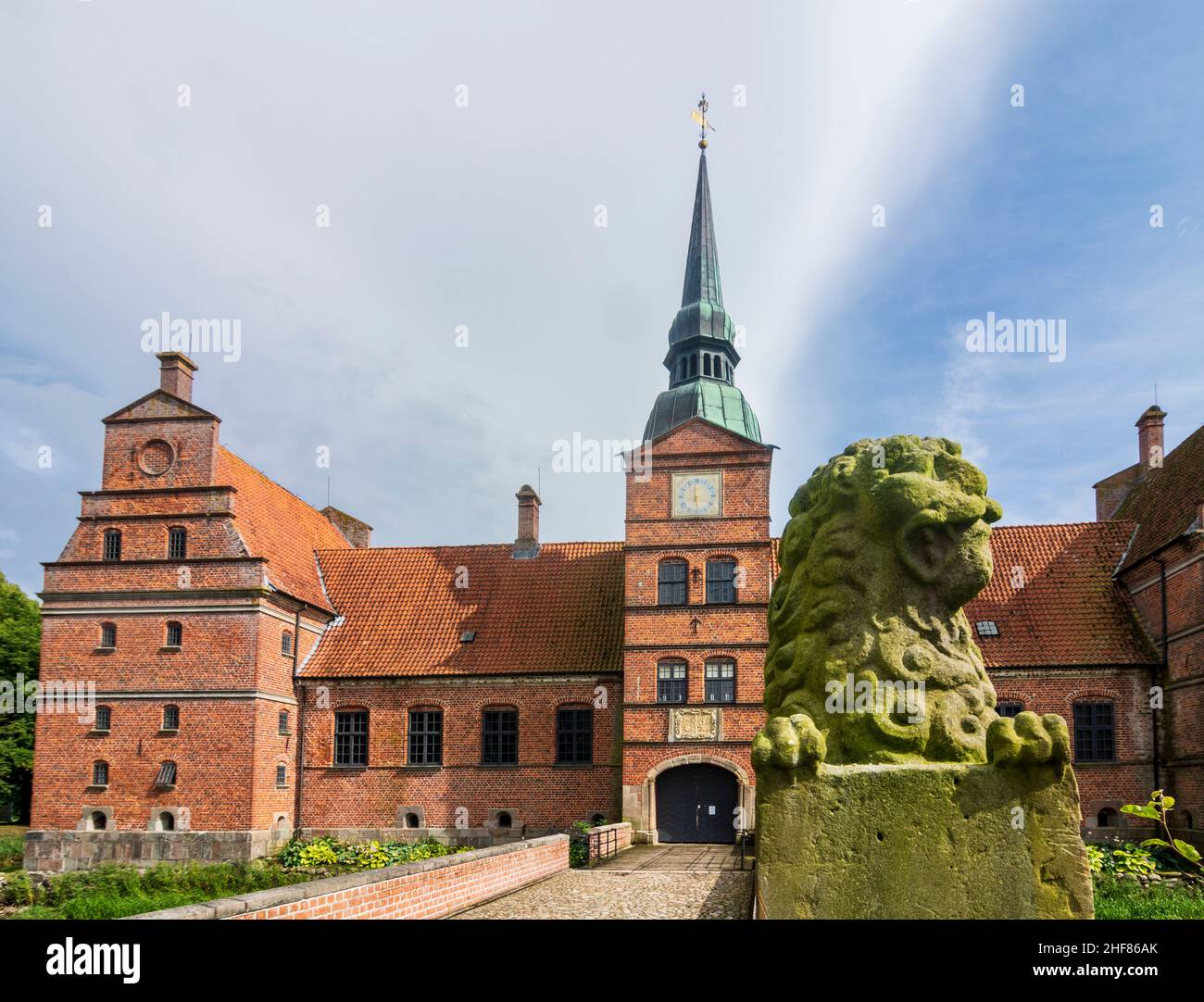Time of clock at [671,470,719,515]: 5:59
